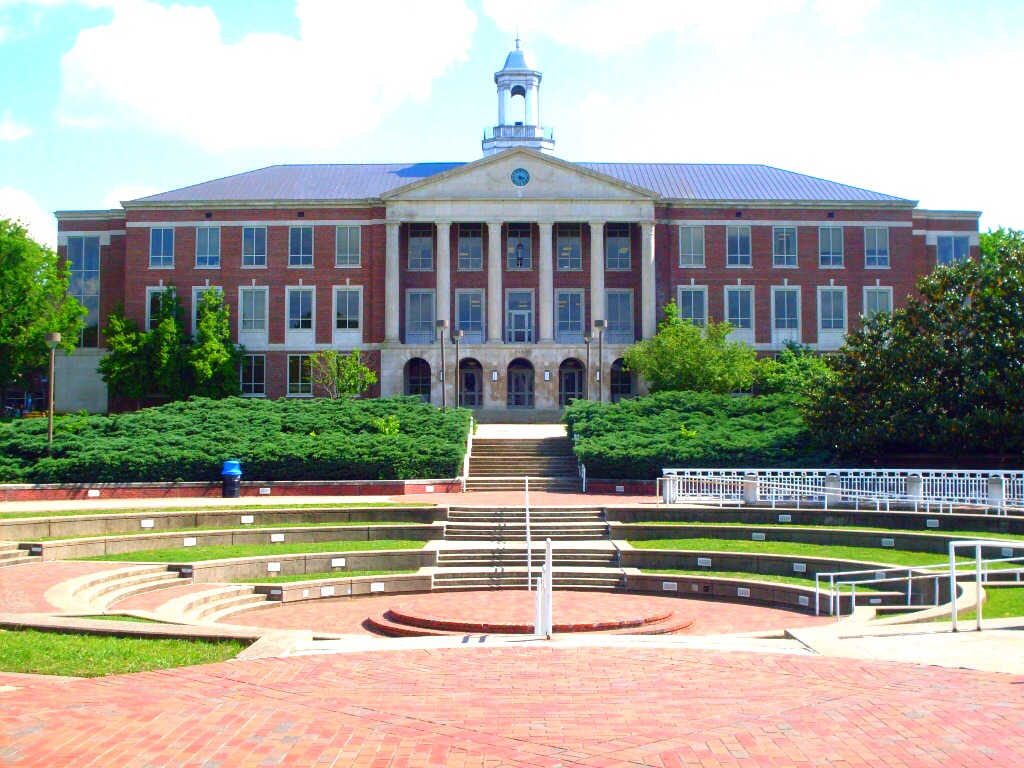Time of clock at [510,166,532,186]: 3:23
